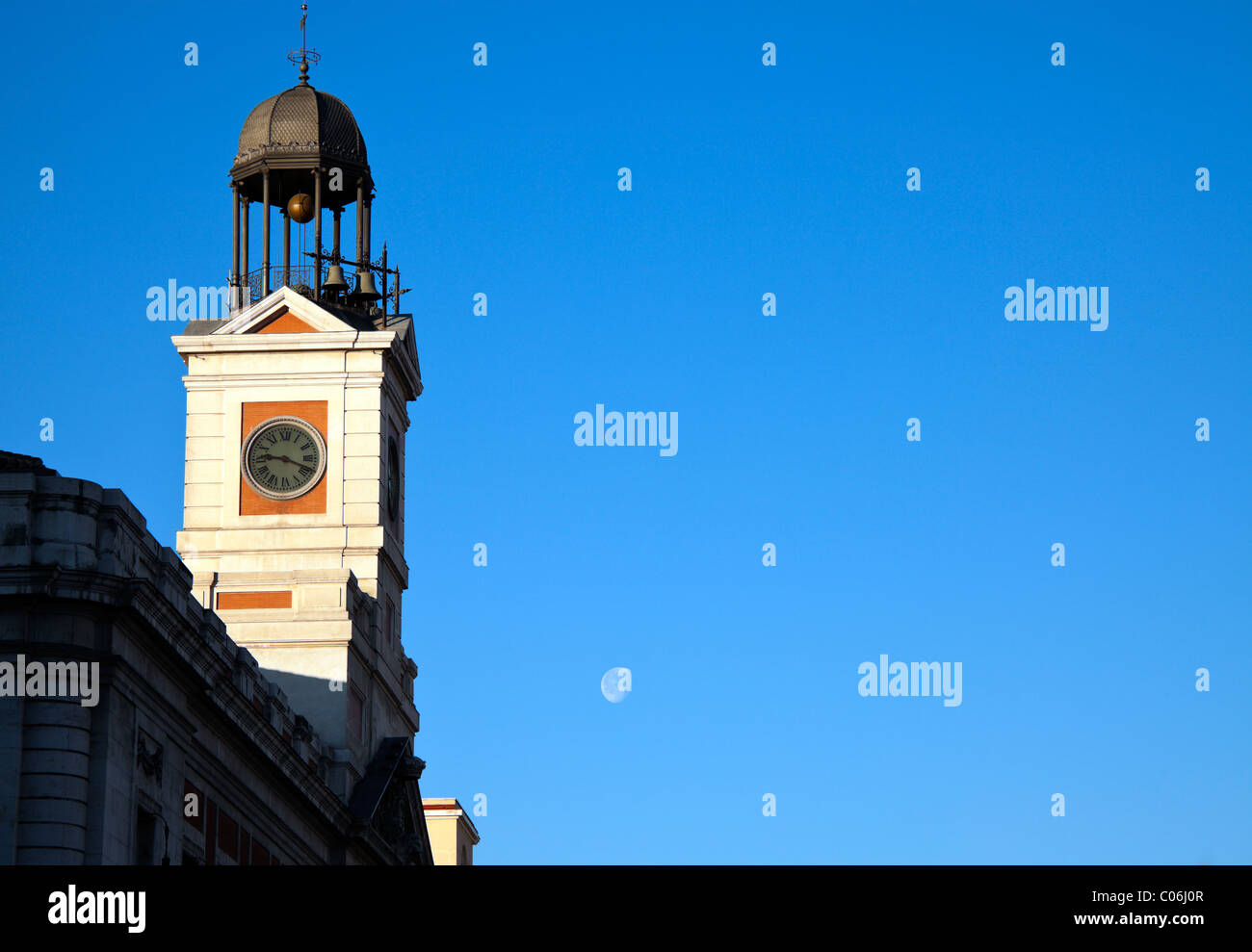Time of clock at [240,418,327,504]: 9:18
